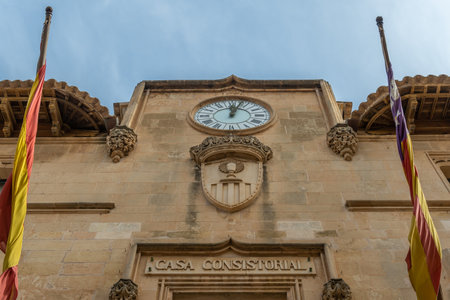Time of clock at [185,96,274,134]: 12:02
